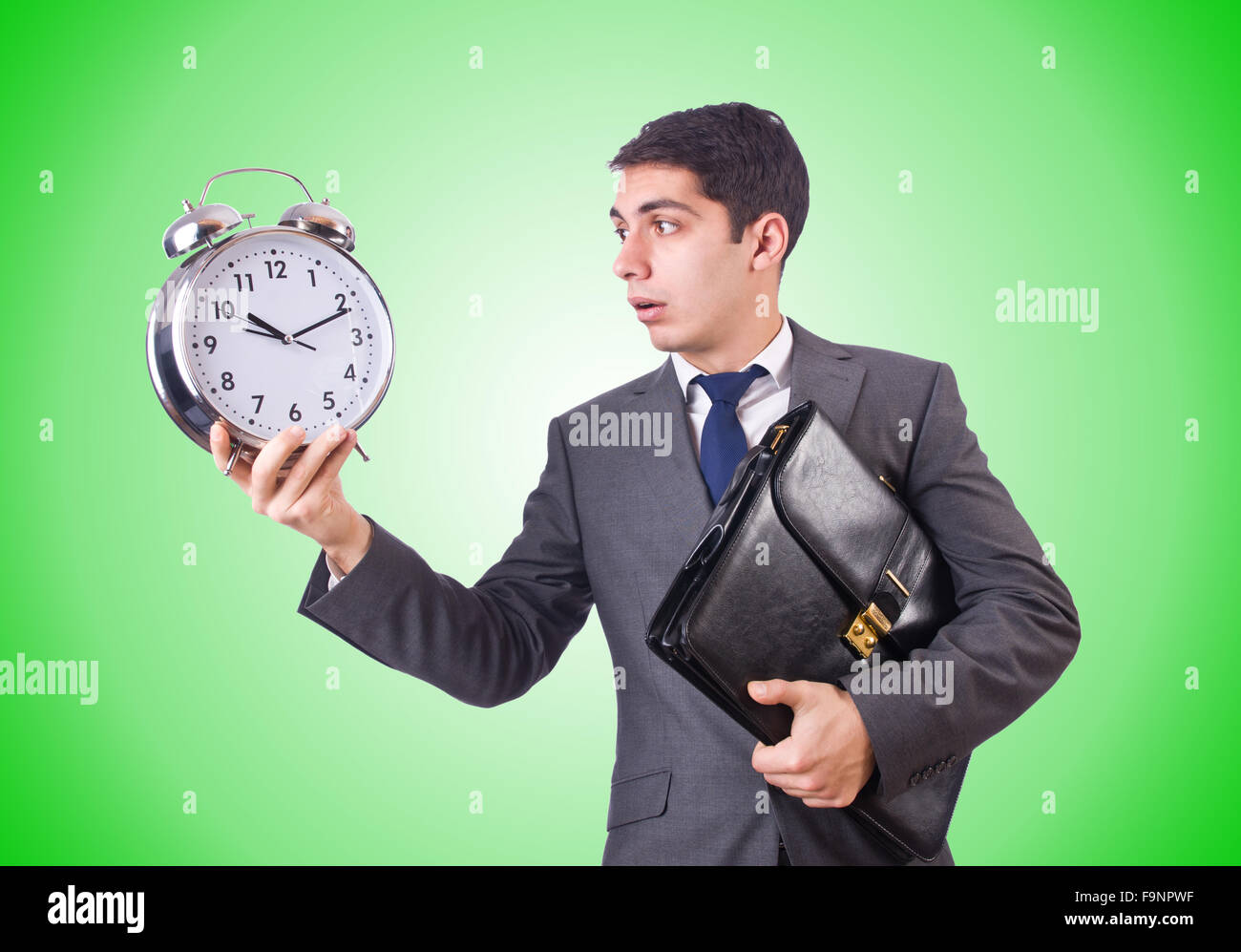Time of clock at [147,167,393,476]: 10:11
